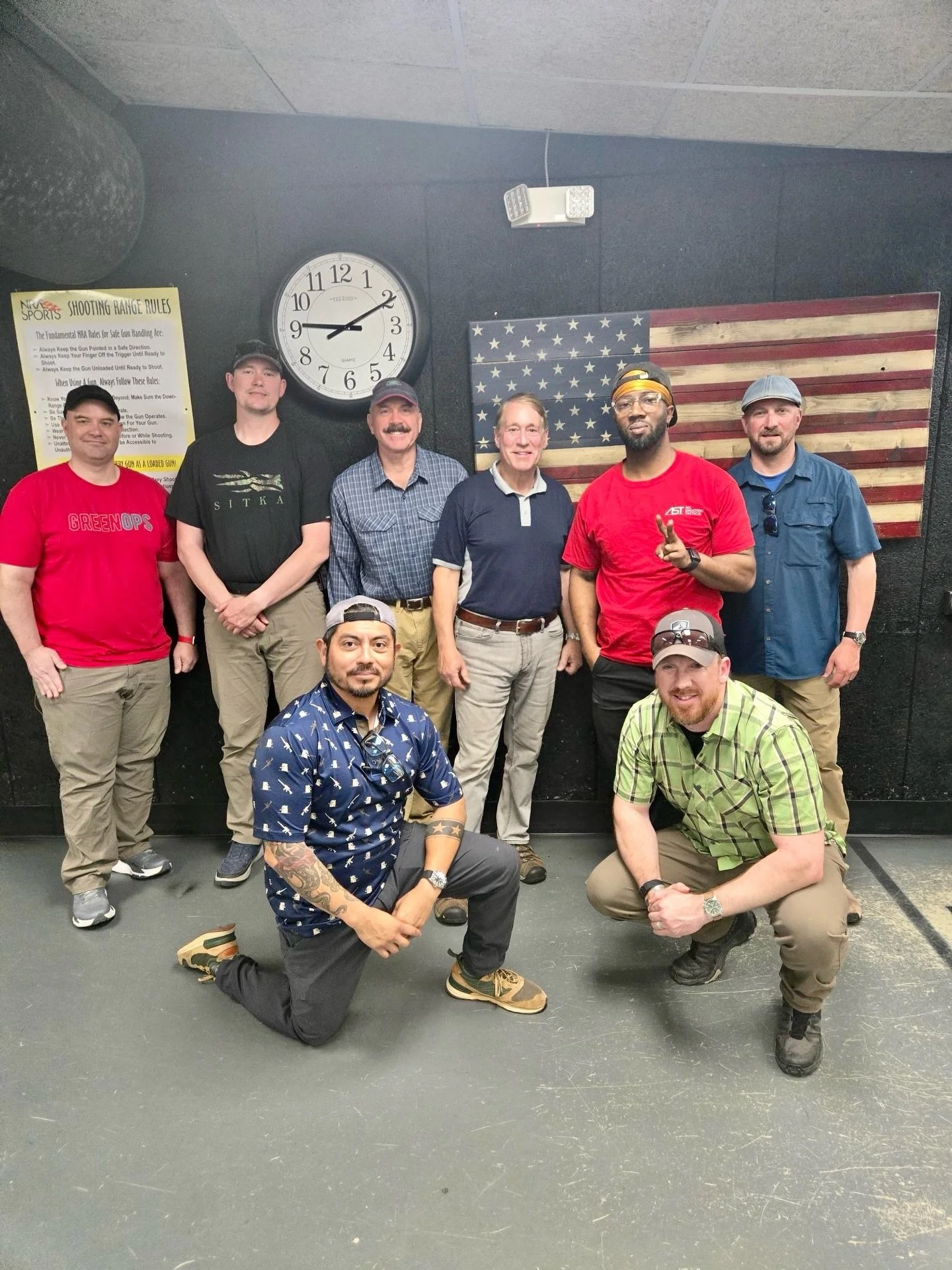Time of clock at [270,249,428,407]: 9:10
